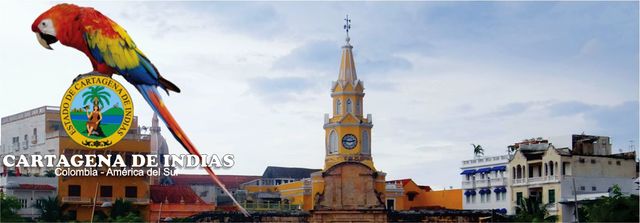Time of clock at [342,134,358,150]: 2:46
